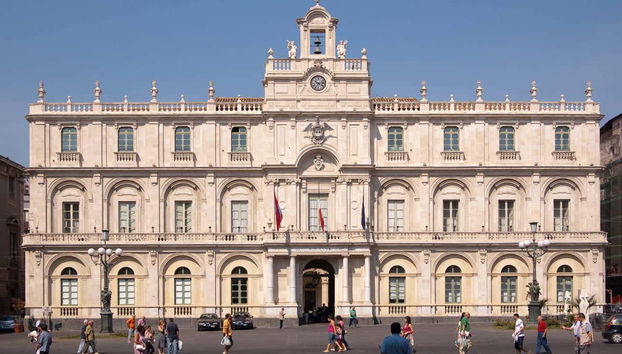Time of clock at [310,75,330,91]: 10:13
